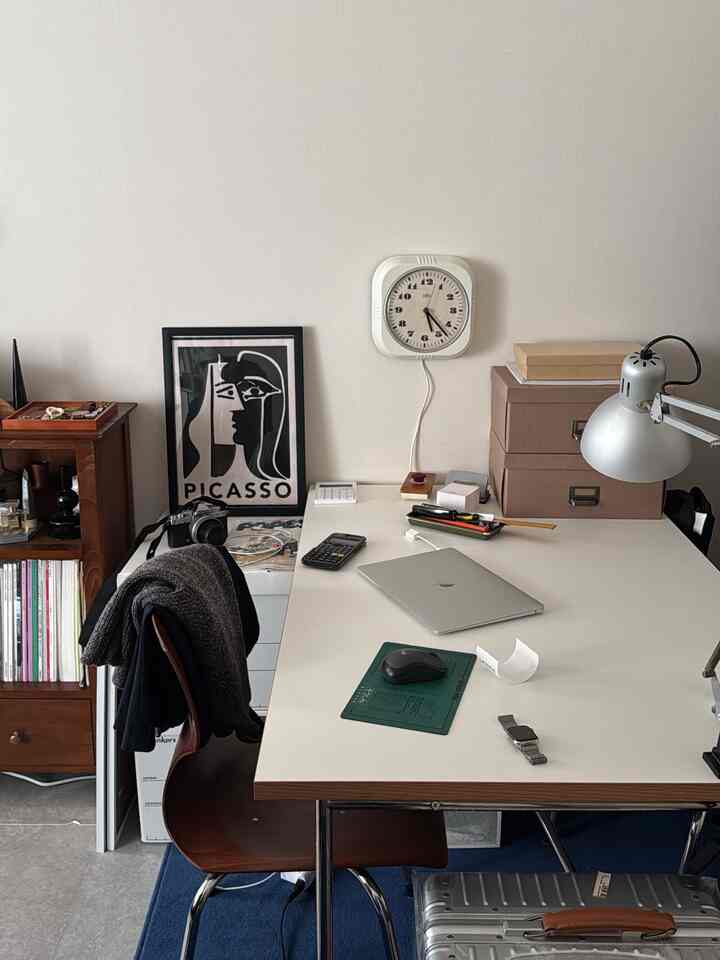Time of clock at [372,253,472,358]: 5:23
